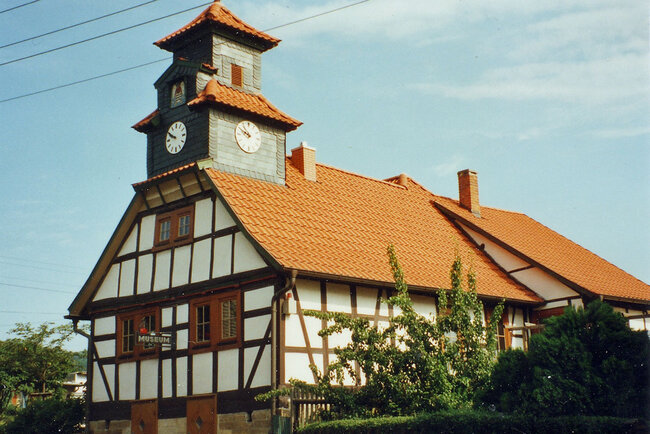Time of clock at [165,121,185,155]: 9:50
